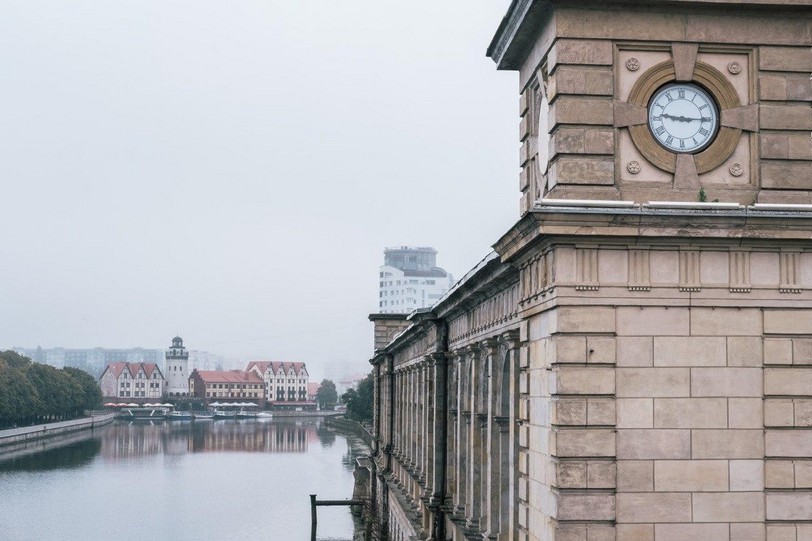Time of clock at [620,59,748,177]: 9:15
